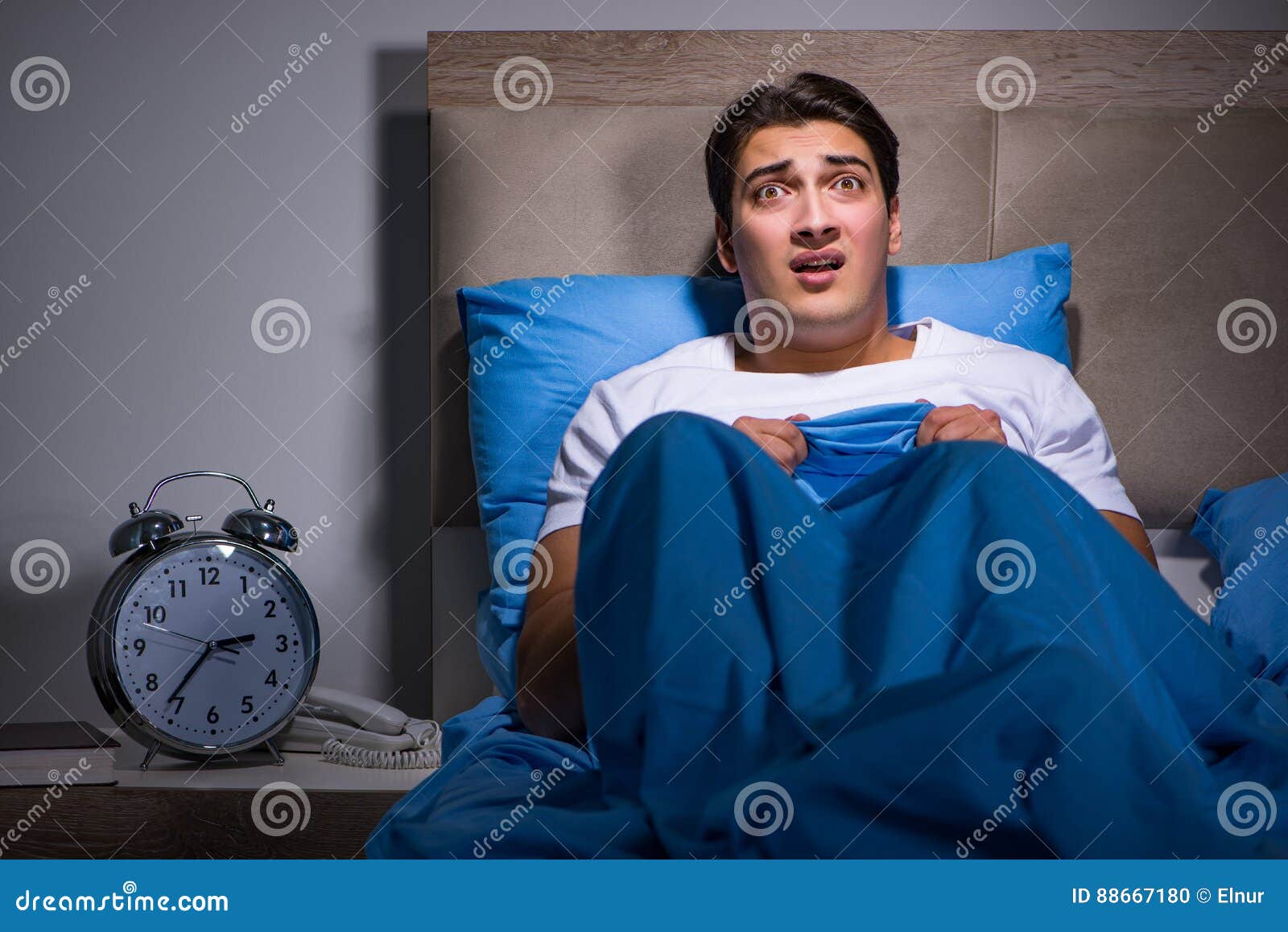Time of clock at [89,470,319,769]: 2:36
